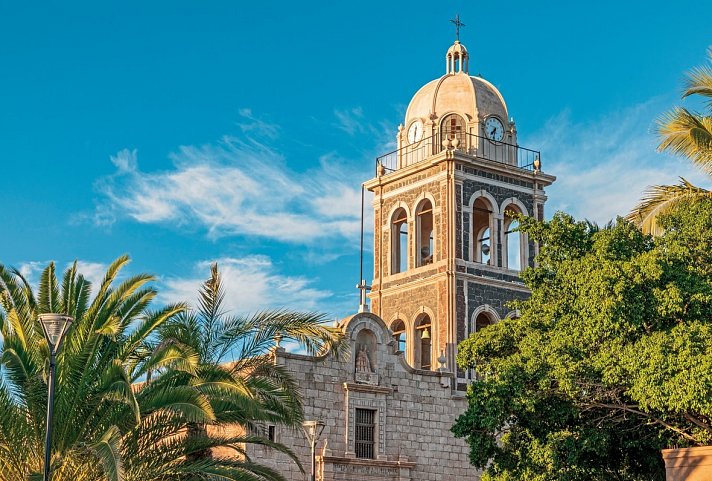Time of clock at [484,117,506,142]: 7:32
